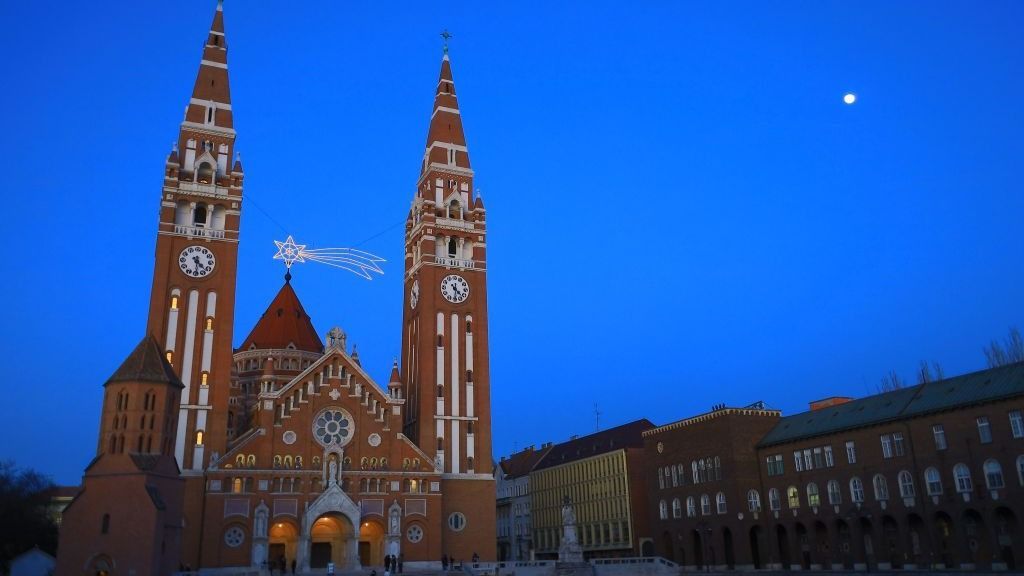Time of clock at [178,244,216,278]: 4:29
